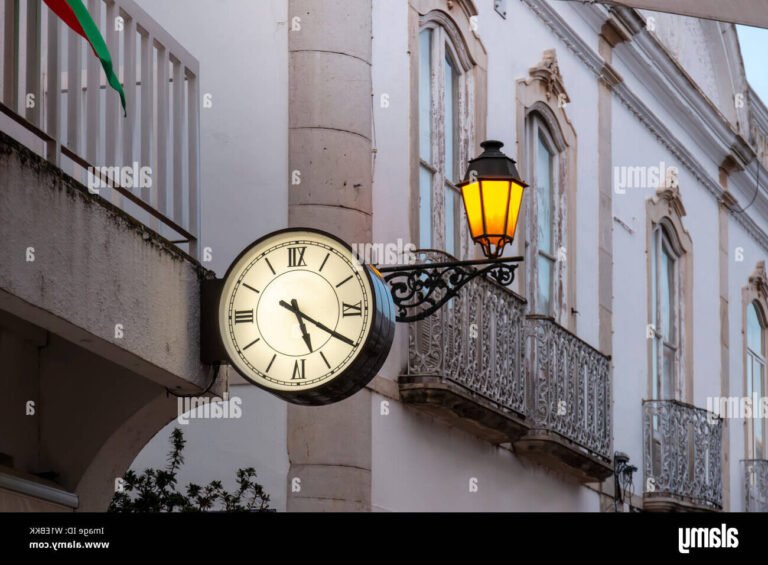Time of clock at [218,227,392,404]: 5:20
